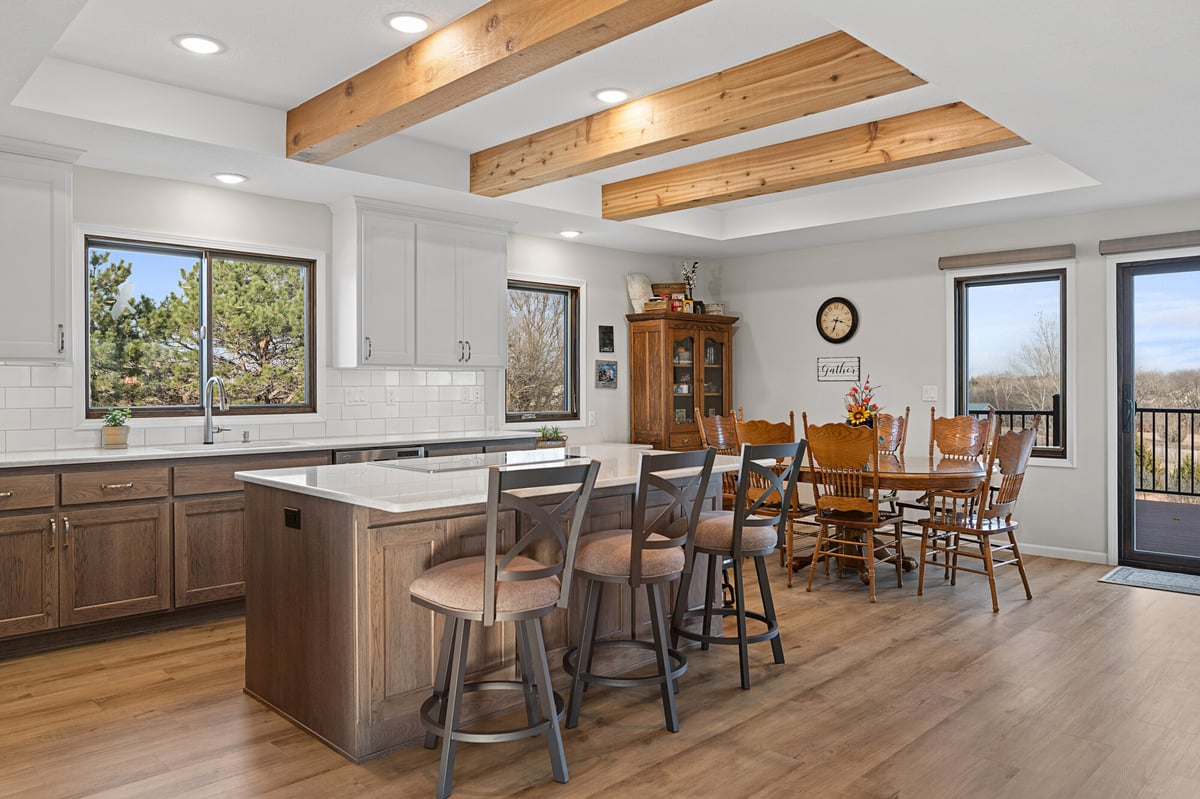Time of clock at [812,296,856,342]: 3:33
